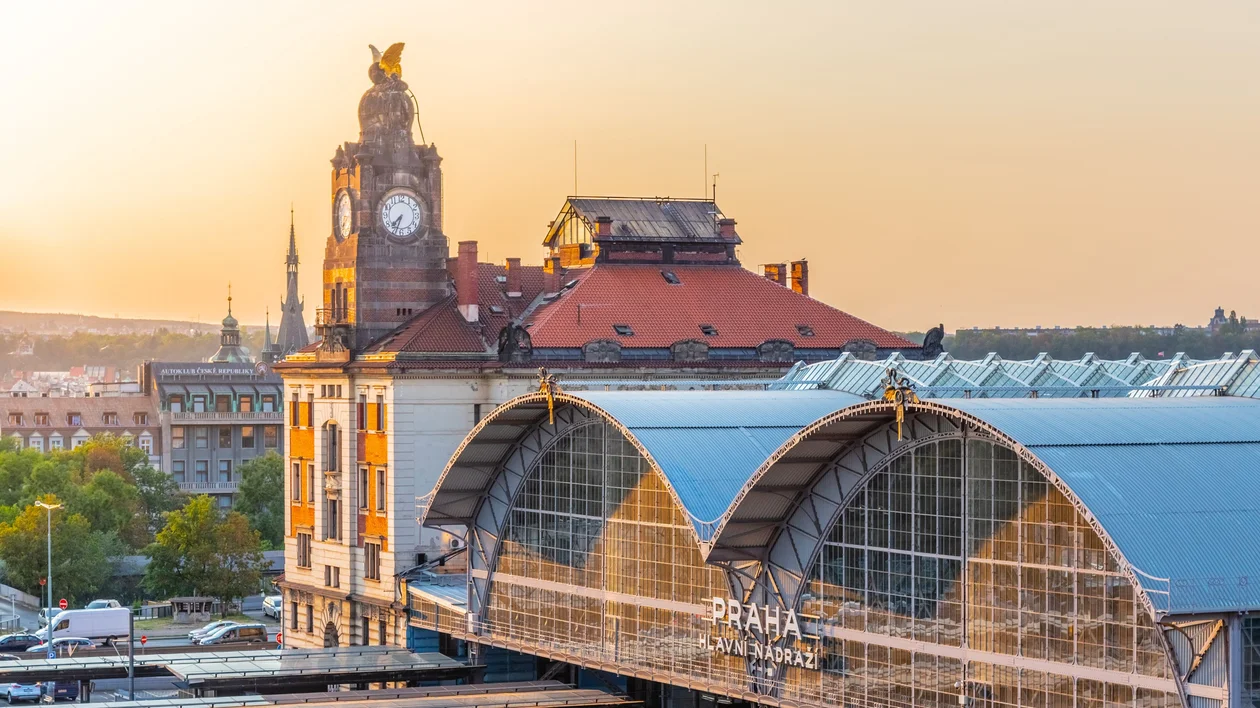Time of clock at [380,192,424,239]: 7:33
